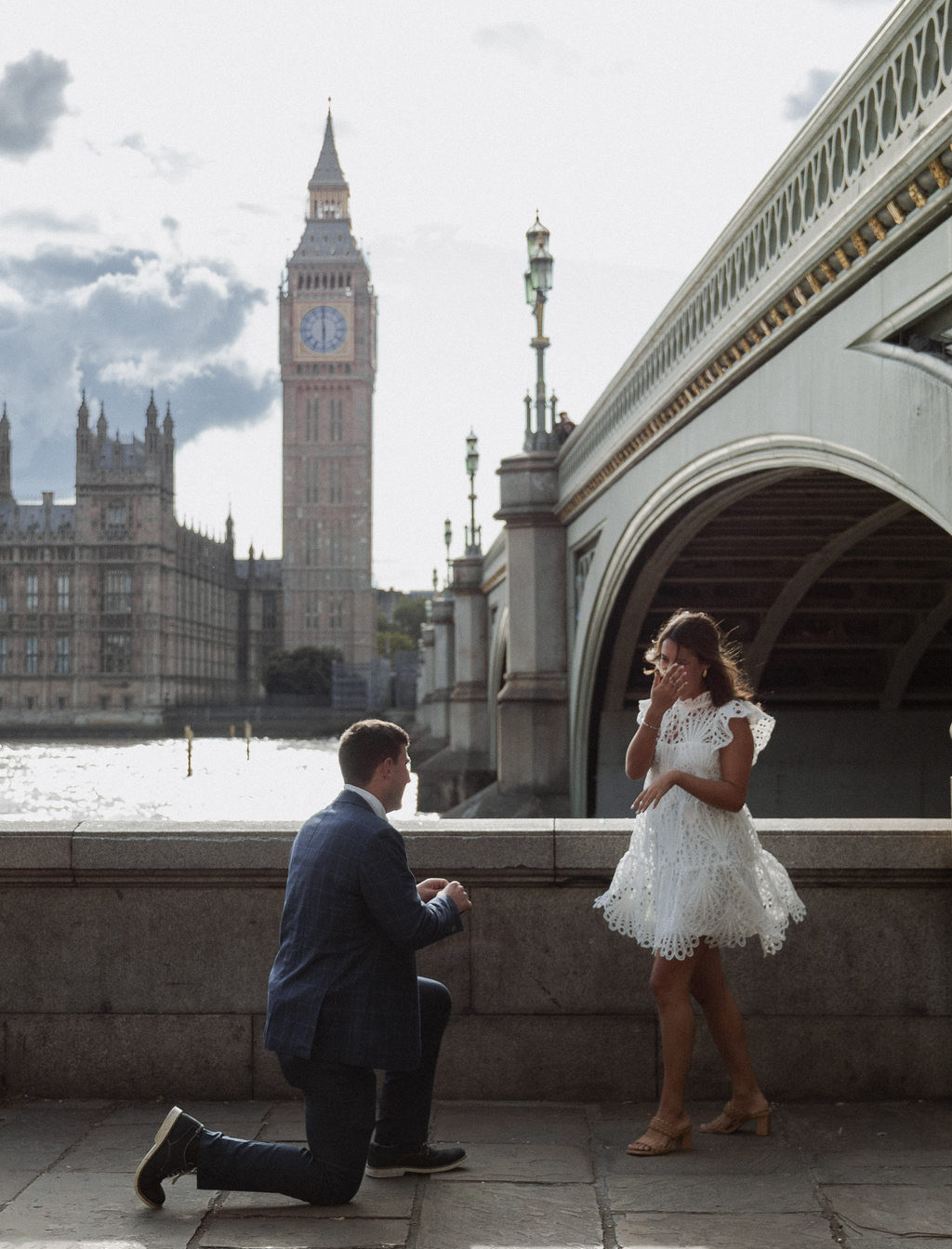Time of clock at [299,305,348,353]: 5:59
